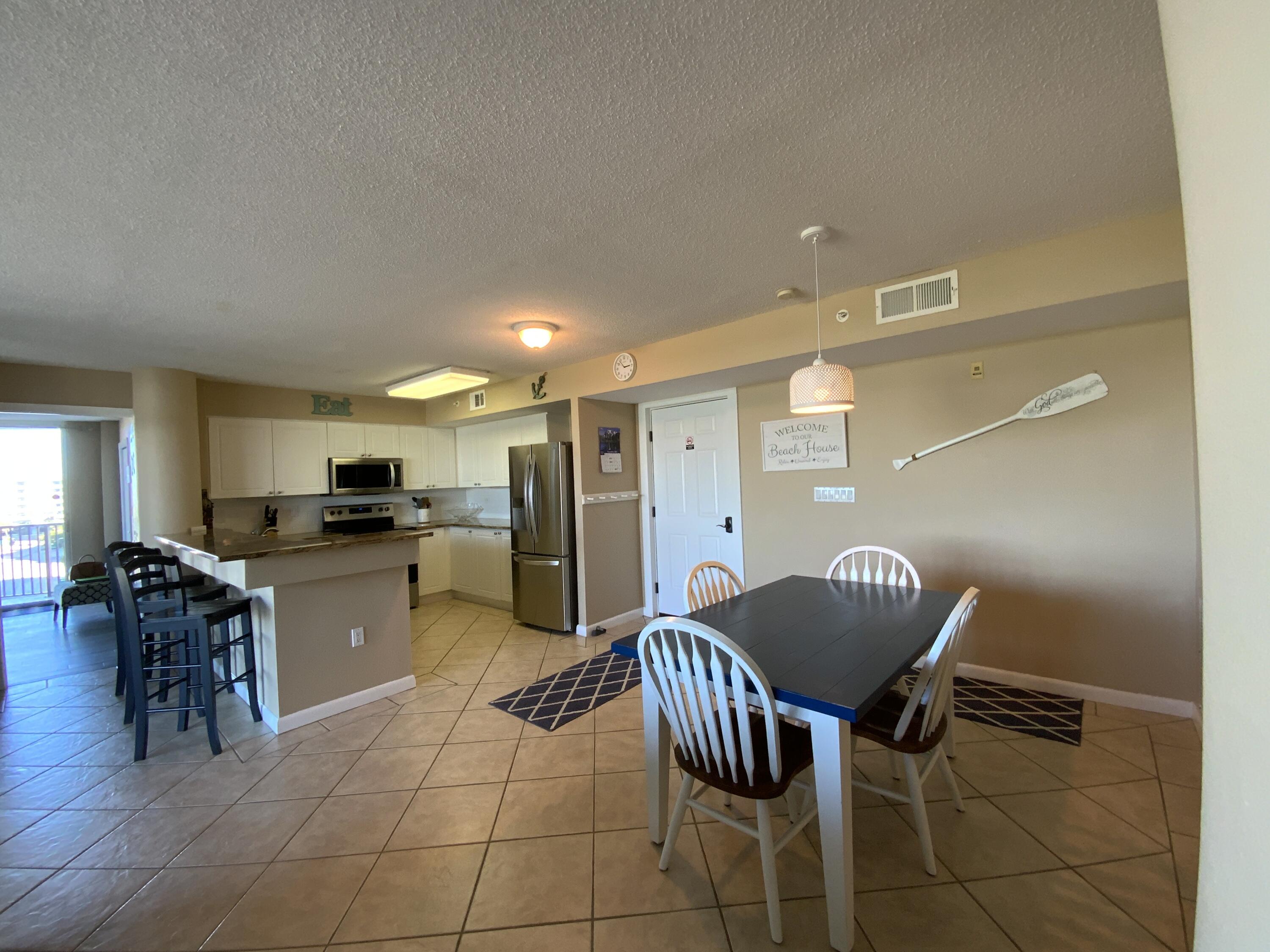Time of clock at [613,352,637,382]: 2:53
